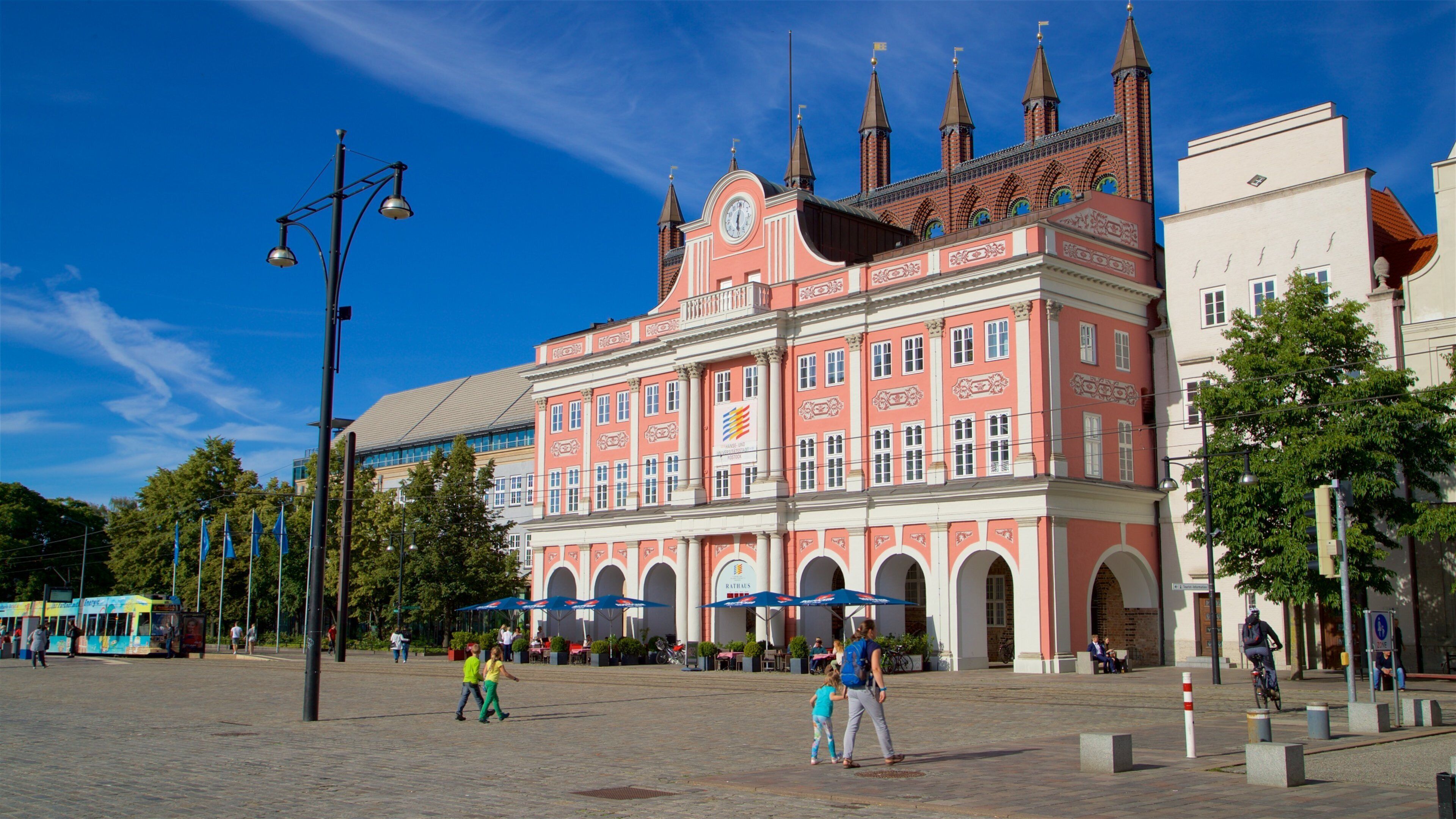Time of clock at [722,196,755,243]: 6:01
